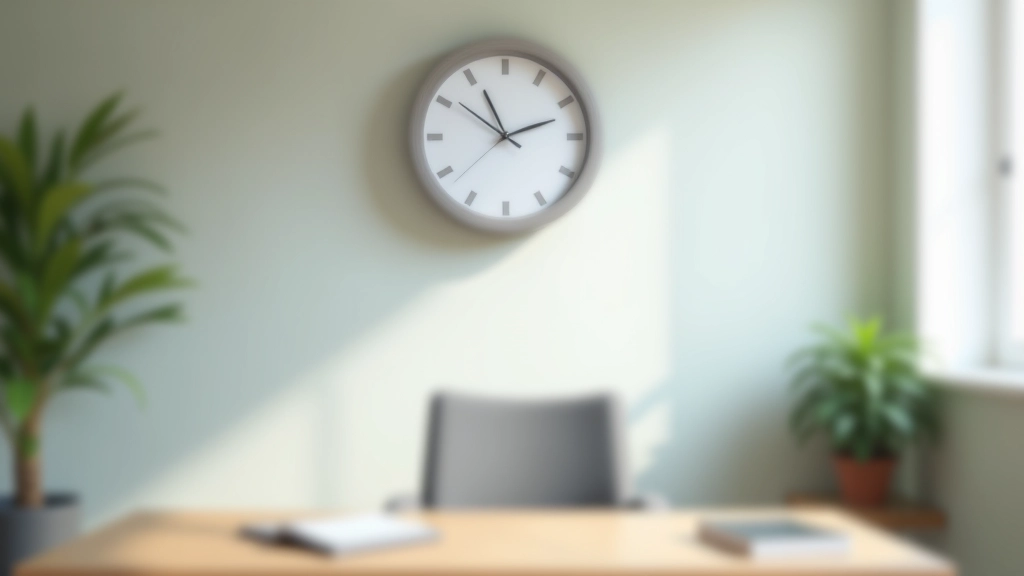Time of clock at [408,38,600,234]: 11:11
